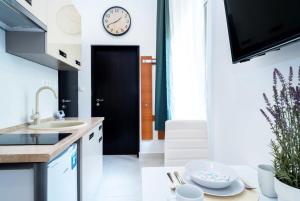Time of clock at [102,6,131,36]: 1:41
